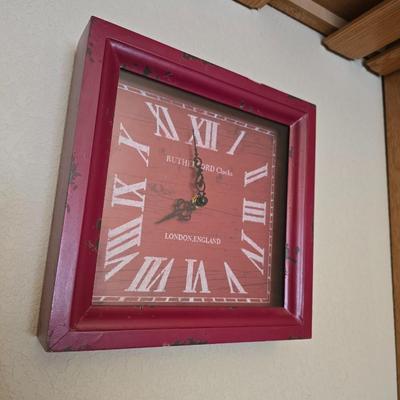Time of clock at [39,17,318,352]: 7:58
